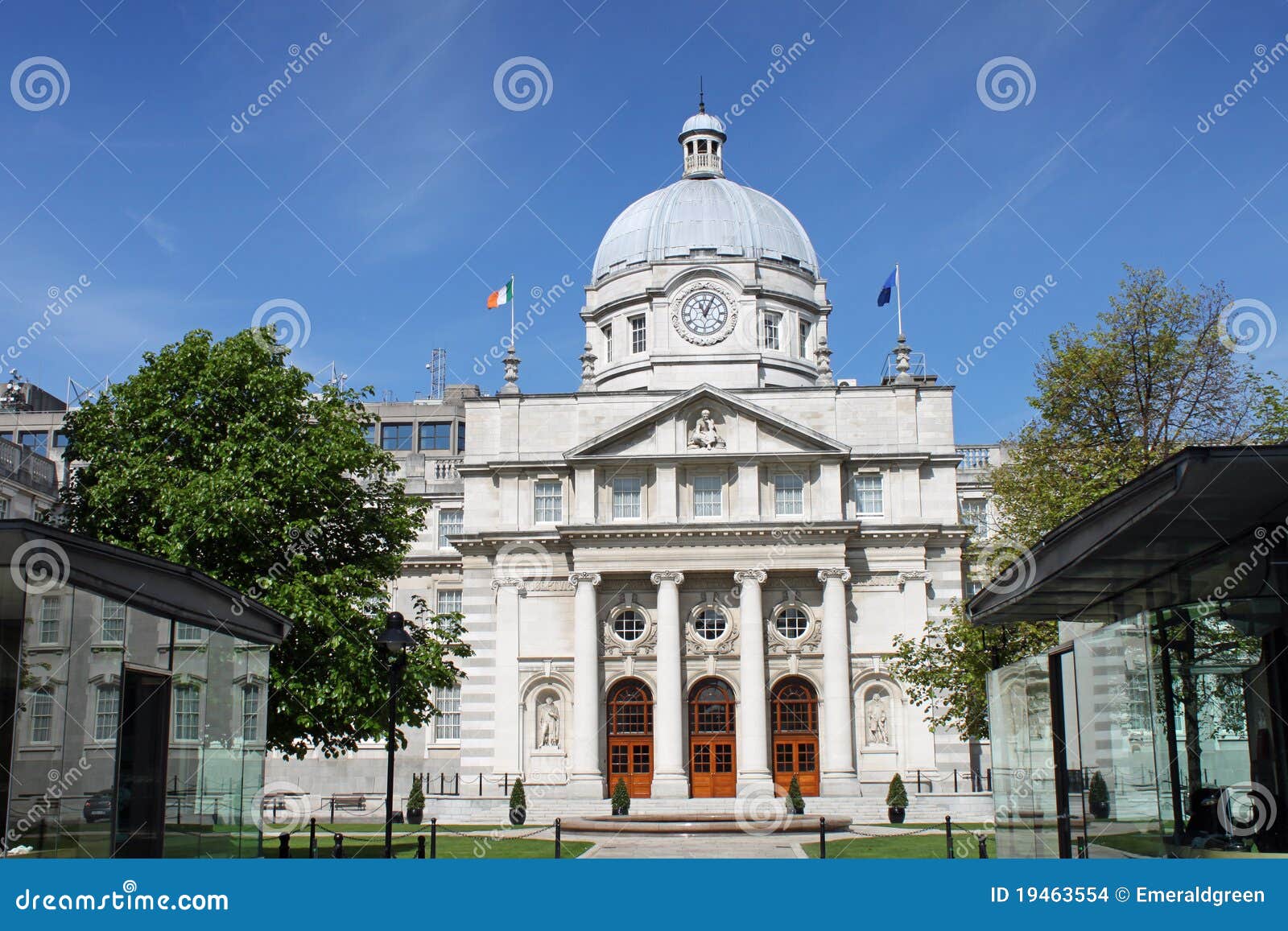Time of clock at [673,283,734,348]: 11:04
